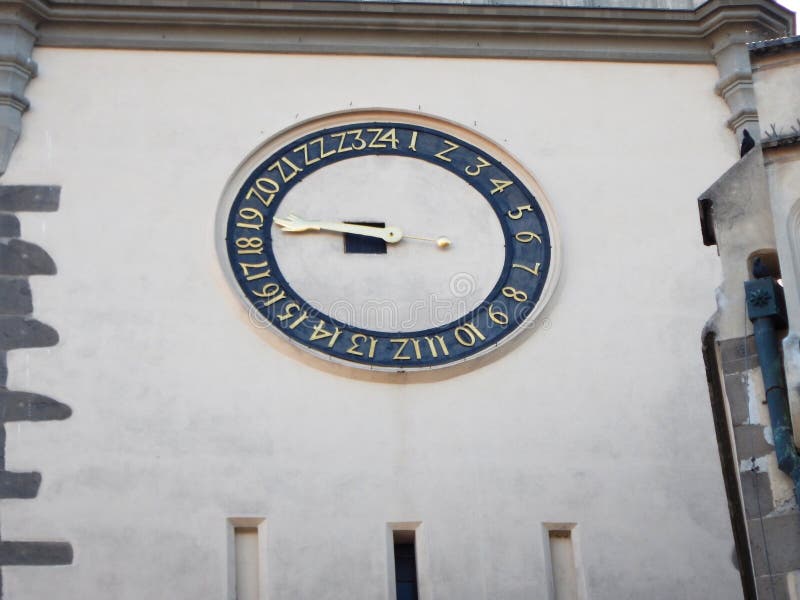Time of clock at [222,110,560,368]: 8:45
